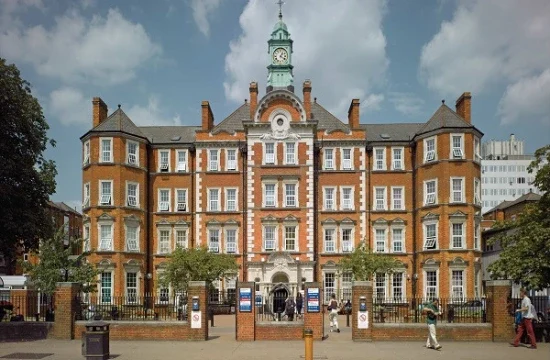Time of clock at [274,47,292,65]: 1:20
